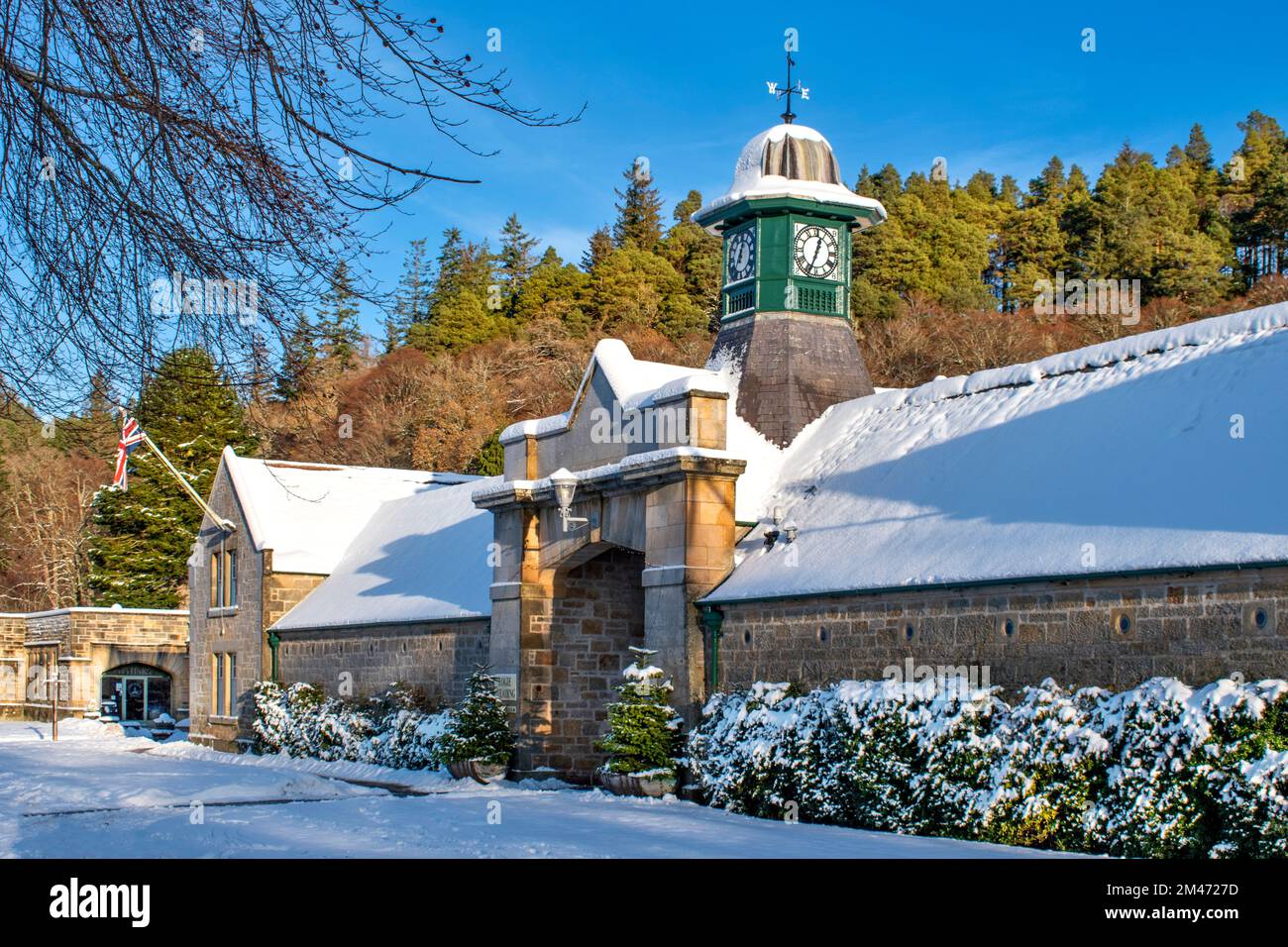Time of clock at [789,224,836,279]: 12:33
